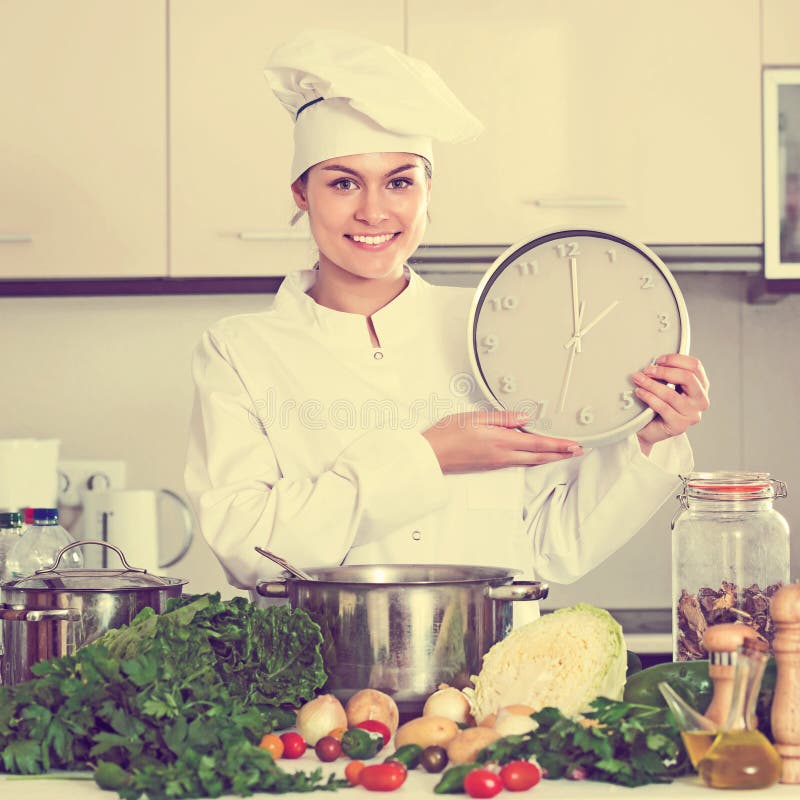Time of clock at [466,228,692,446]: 2:00
